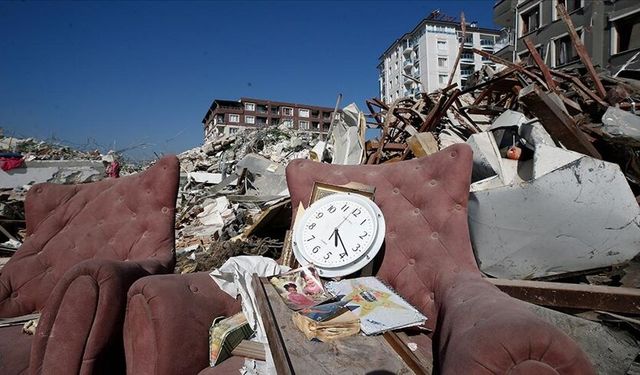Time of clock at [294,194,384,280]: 5:23
